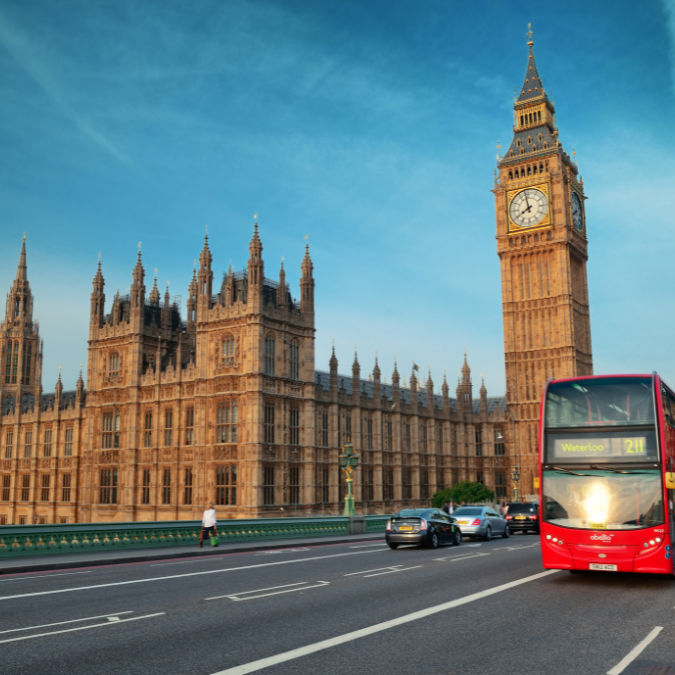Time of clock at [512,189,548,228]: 7:58
